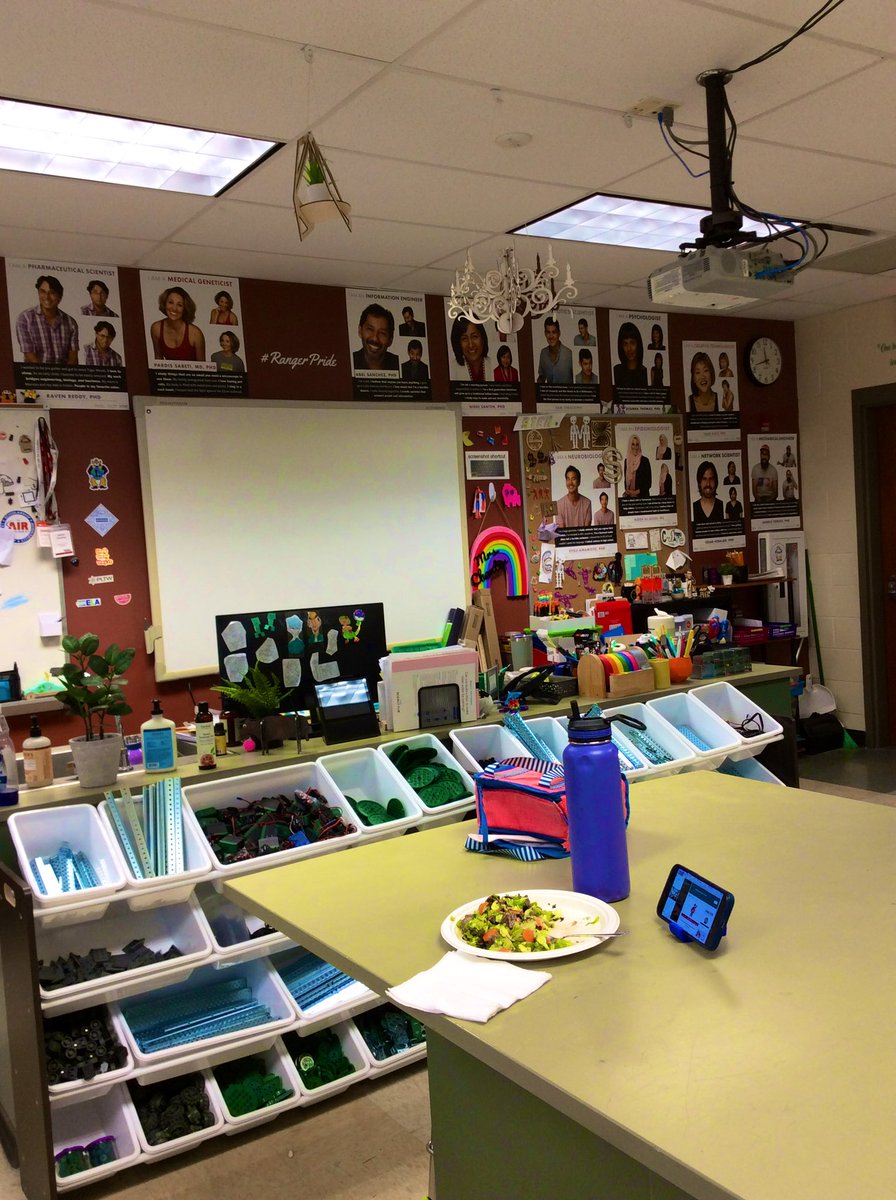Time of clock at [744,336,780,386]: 11:42
